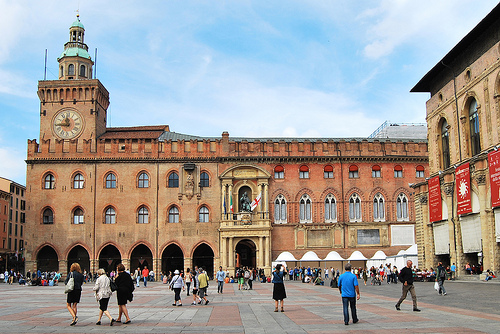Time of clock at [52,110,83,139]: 11:44
